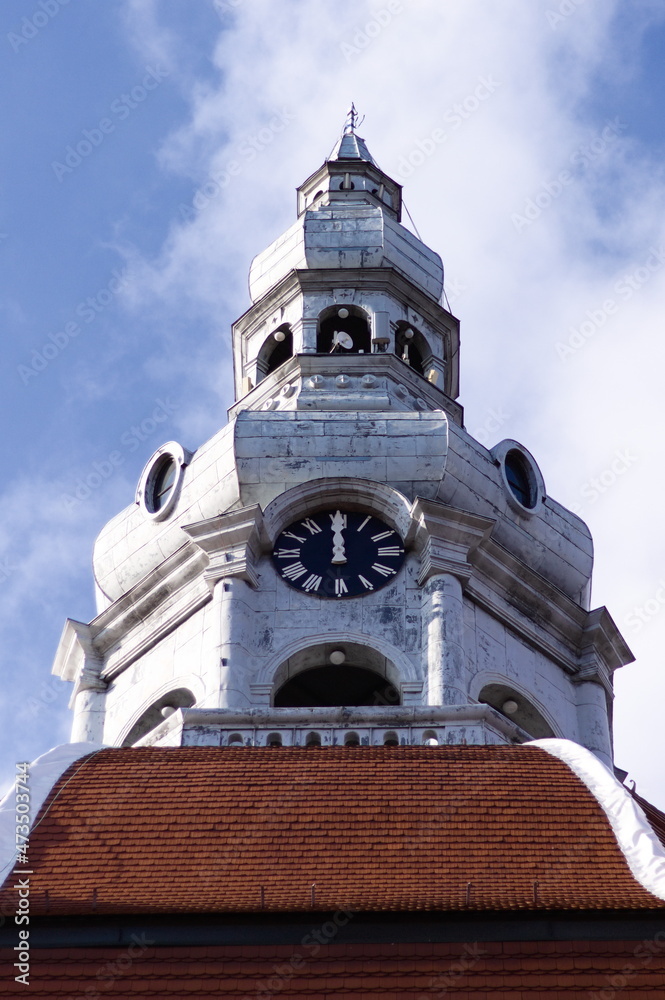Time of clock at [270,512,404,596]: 11:59
